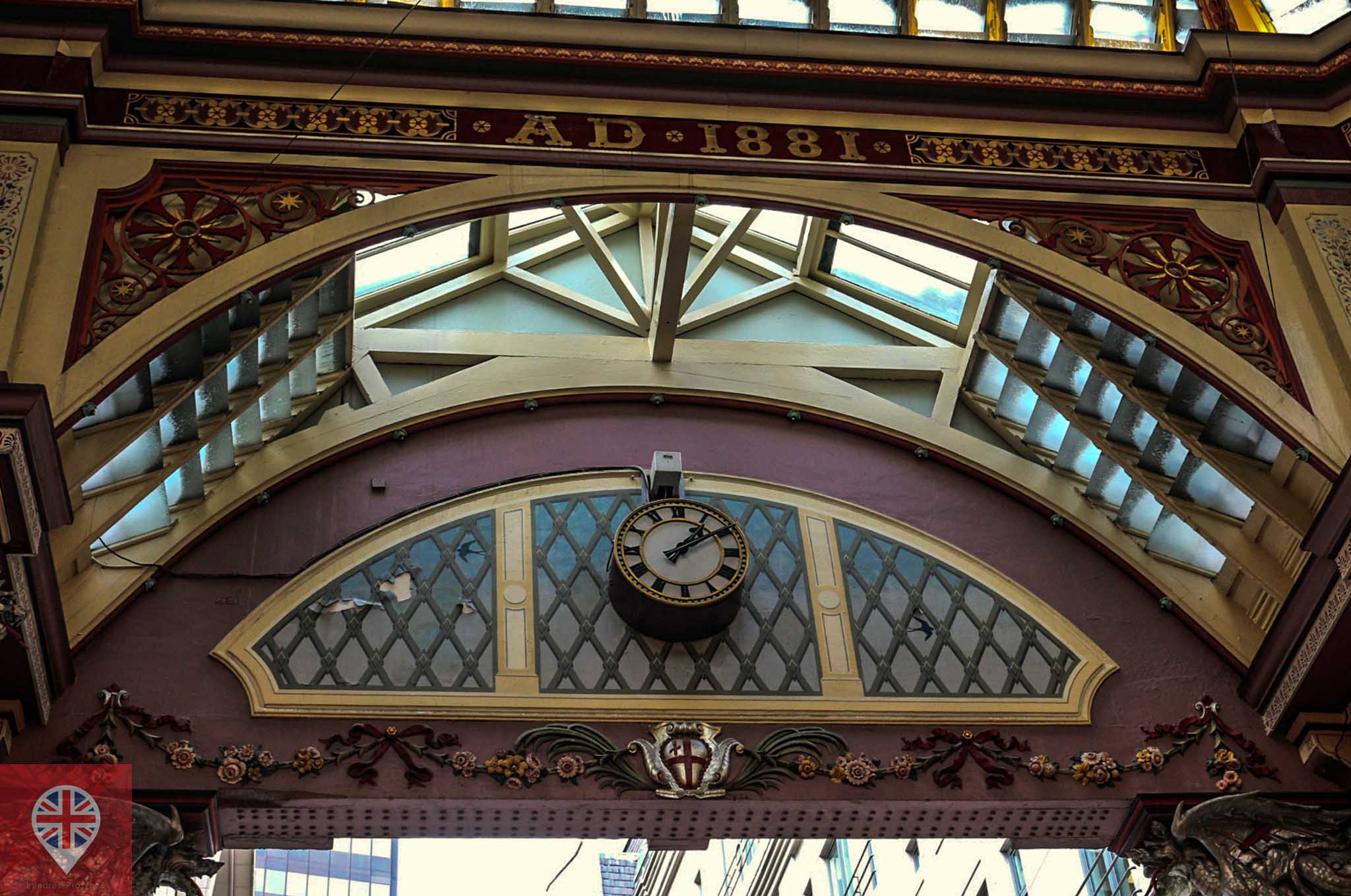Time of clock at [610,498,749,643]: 1:09
